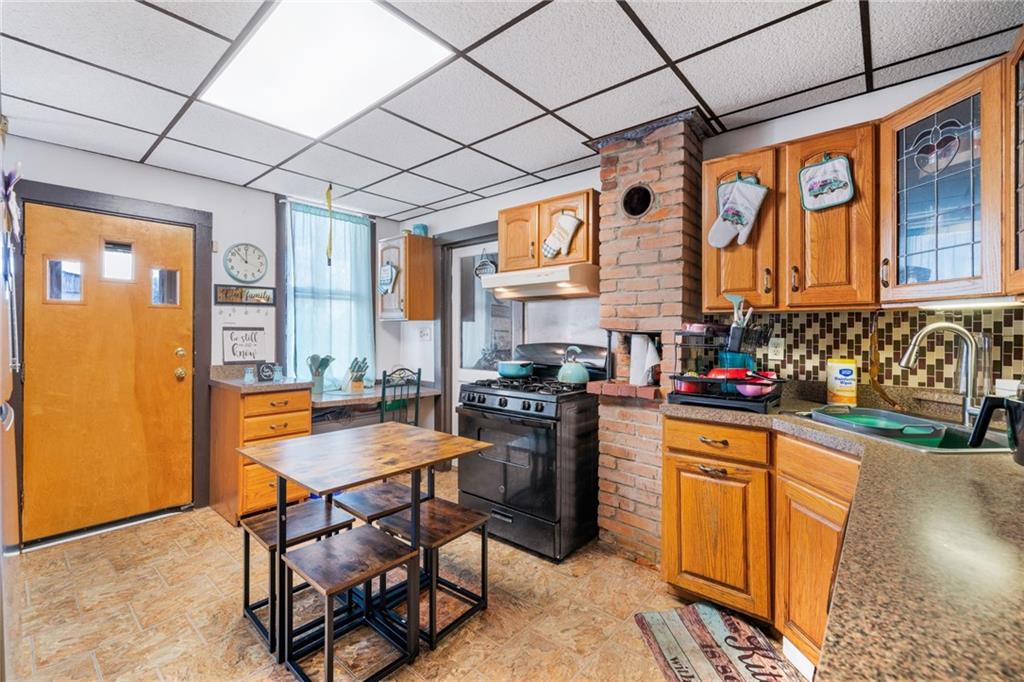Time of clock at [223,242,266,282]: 11:52
